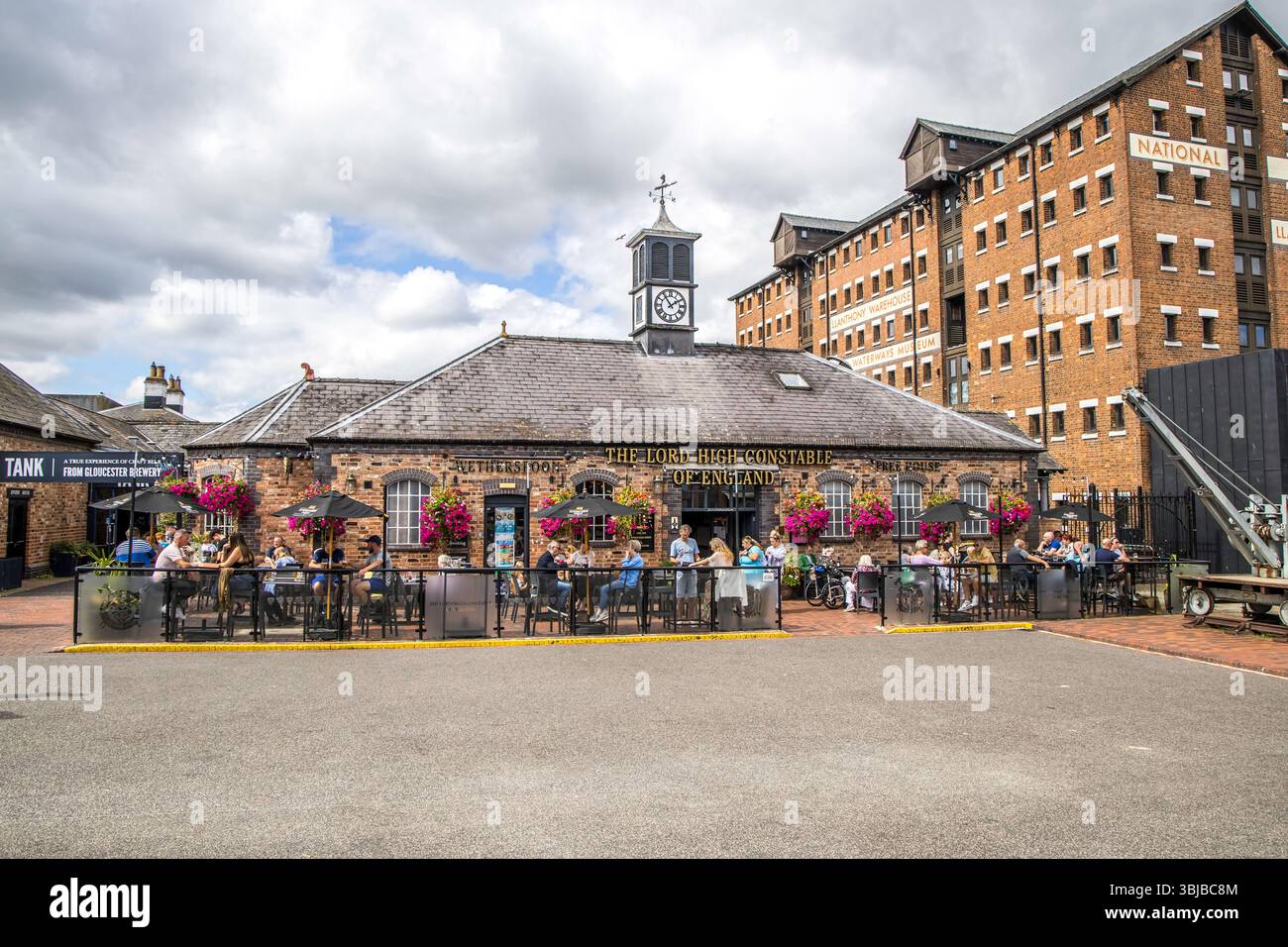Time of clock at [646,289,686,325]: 1:54
